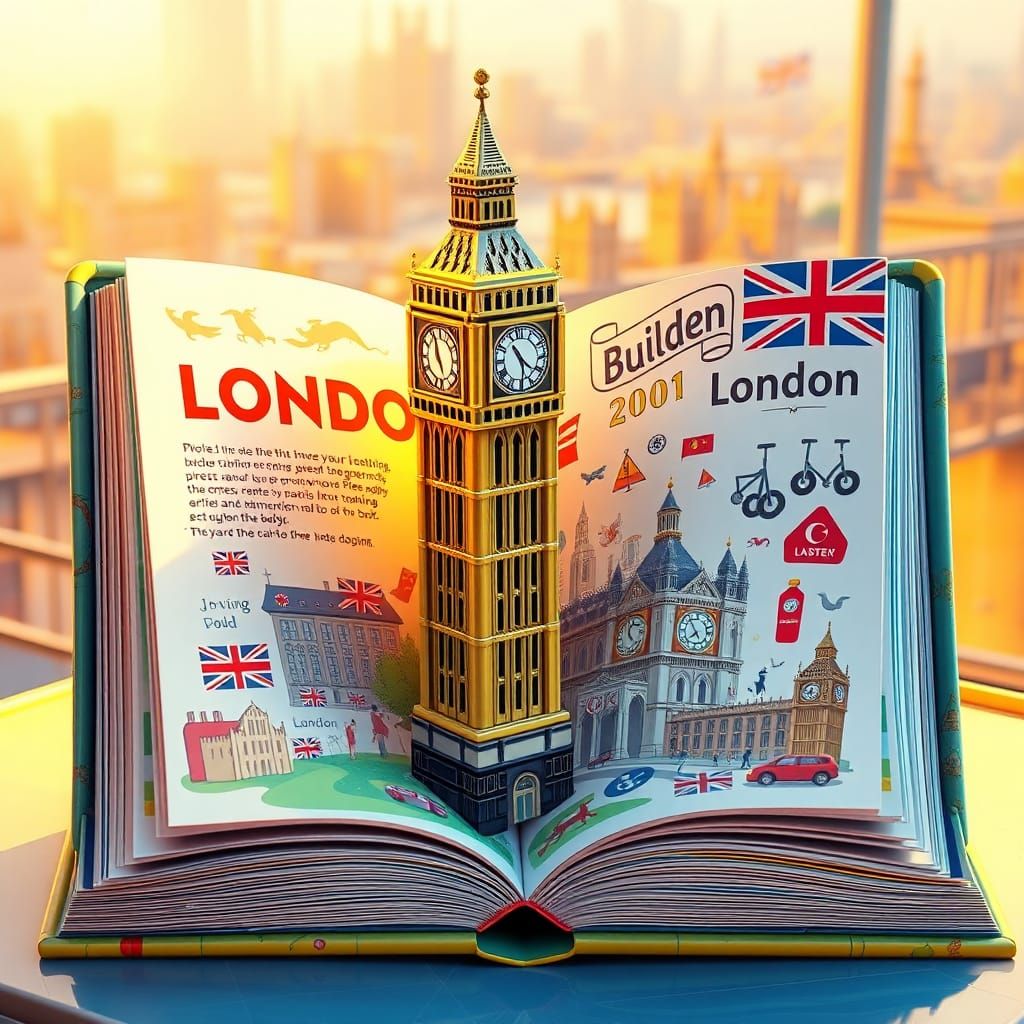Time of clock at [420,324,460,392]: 4:56
